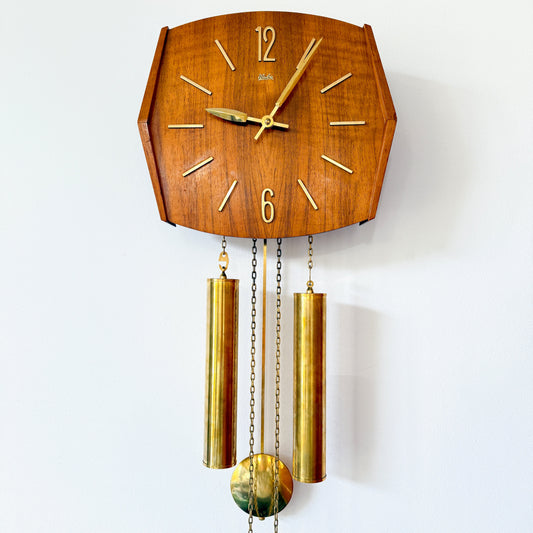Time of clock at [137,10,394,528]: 9:05
